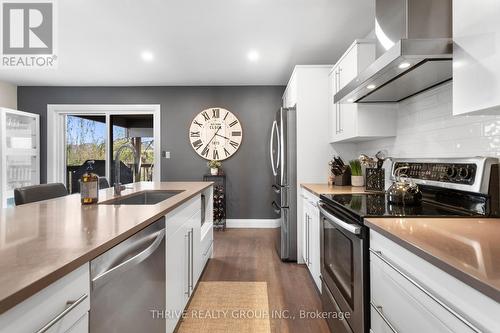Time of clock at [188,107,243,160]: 3:36
